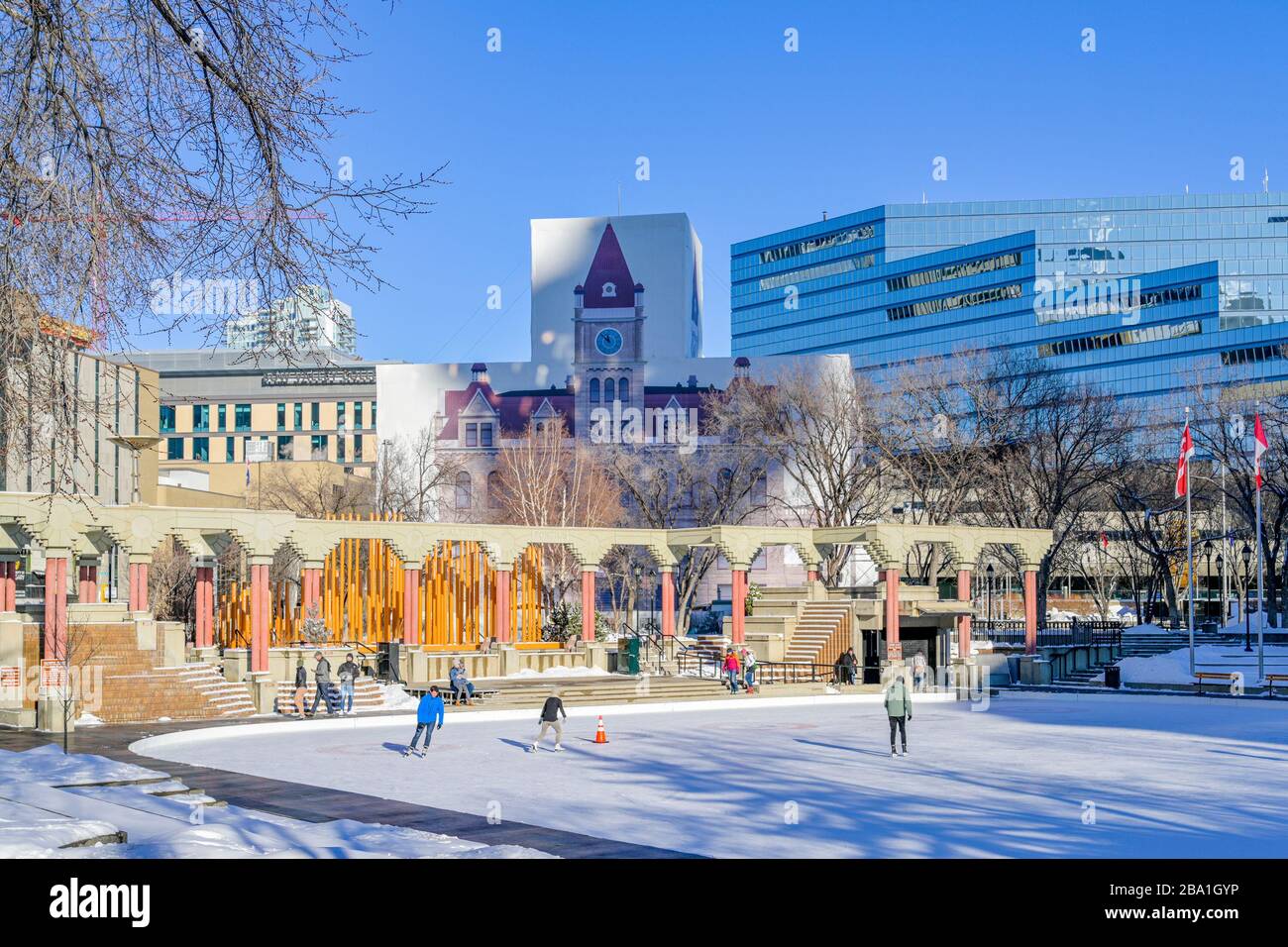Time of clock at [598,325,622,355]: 11:52
